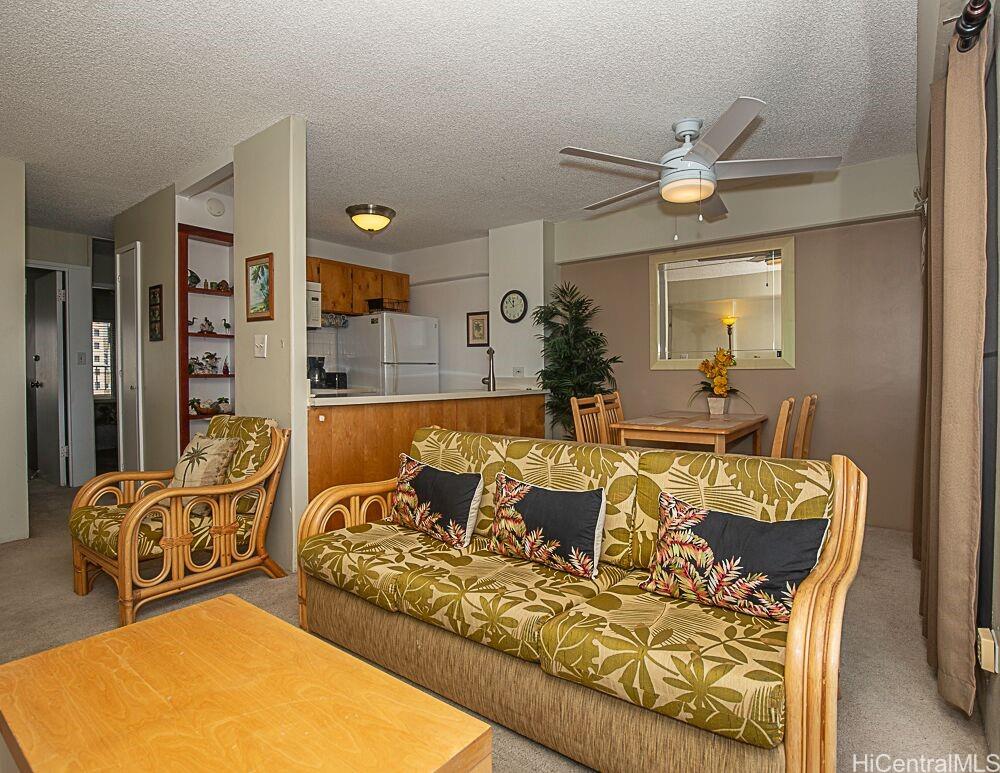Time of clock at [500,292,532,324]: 11:53
